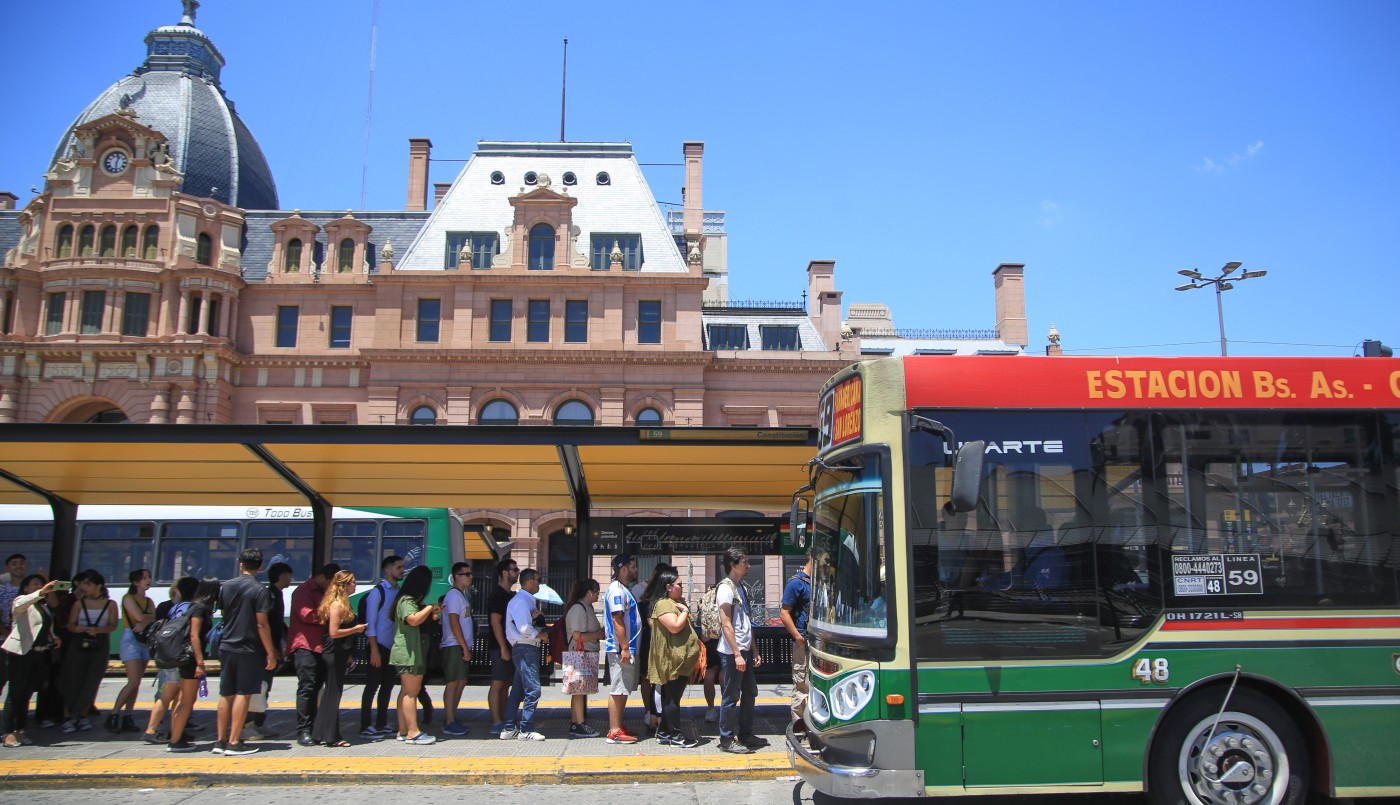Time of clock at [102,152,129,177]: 12:30
